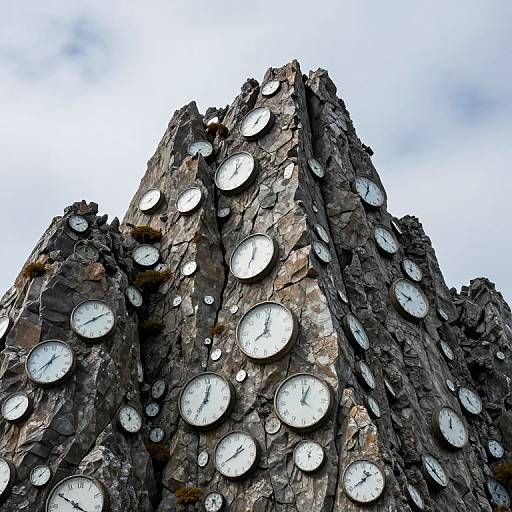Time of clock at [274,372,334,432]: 12:04
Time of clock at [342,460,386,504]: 1:39
